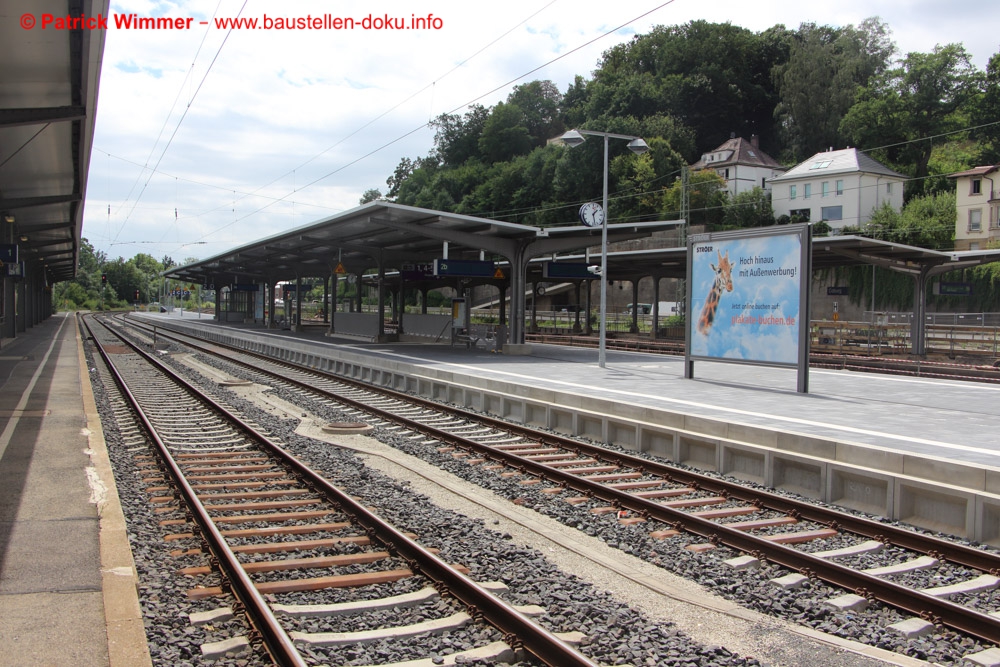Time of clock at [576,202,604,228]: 1:28
